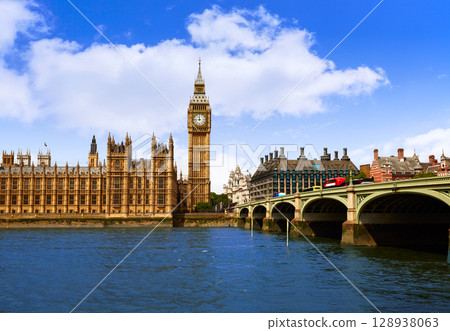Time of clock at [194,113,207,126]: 11:44
